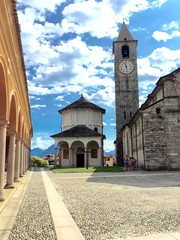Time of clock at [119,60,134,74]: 11:28
